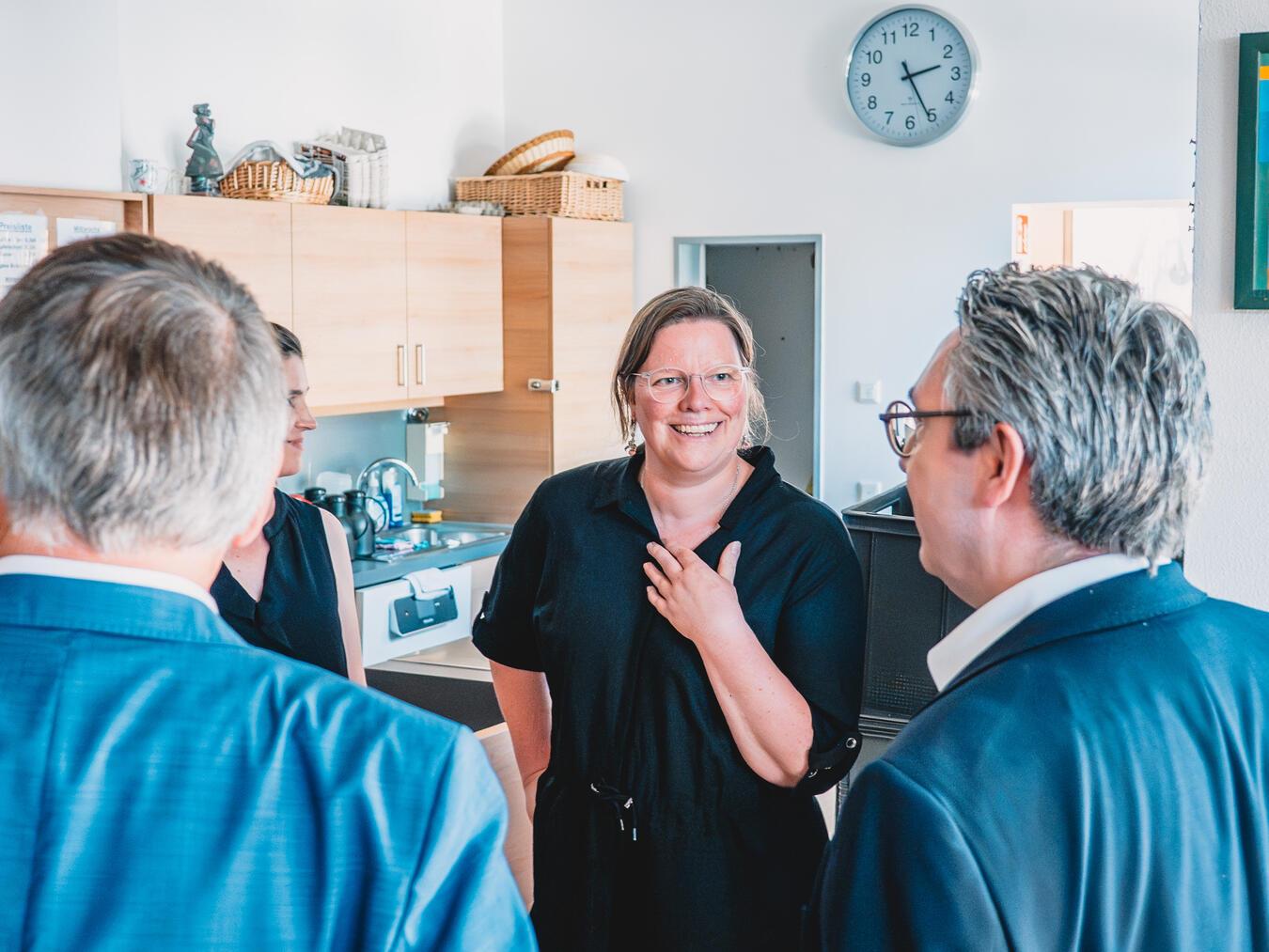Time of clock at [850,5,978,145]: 2:25
